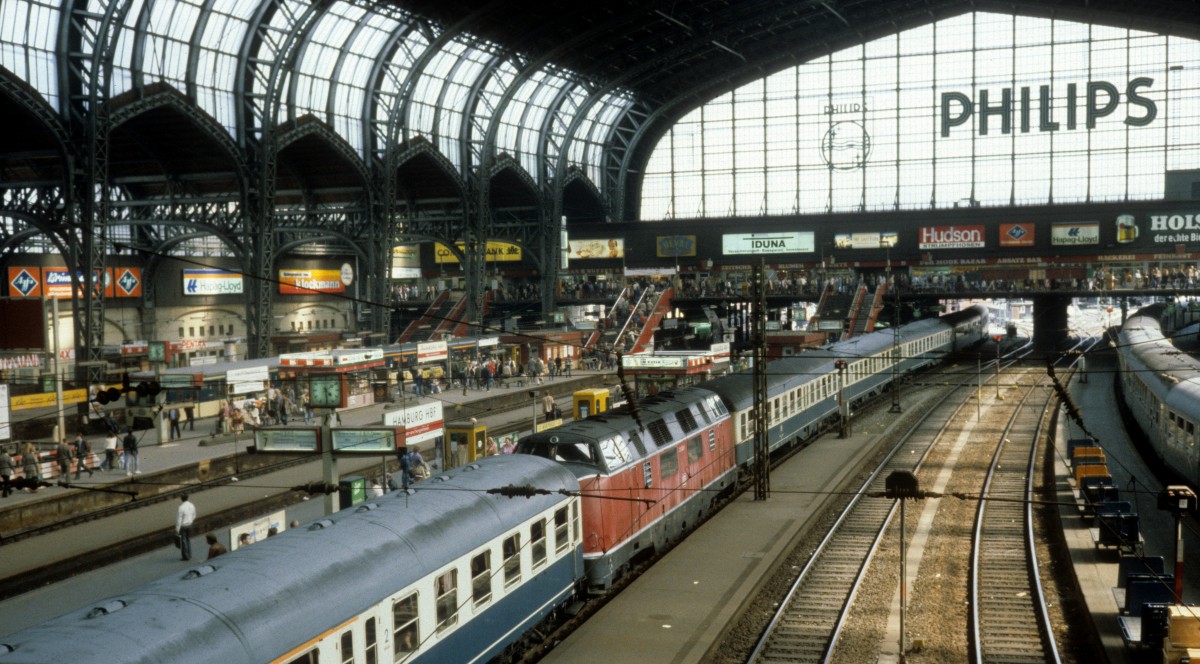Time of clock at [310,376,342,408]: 4:29
